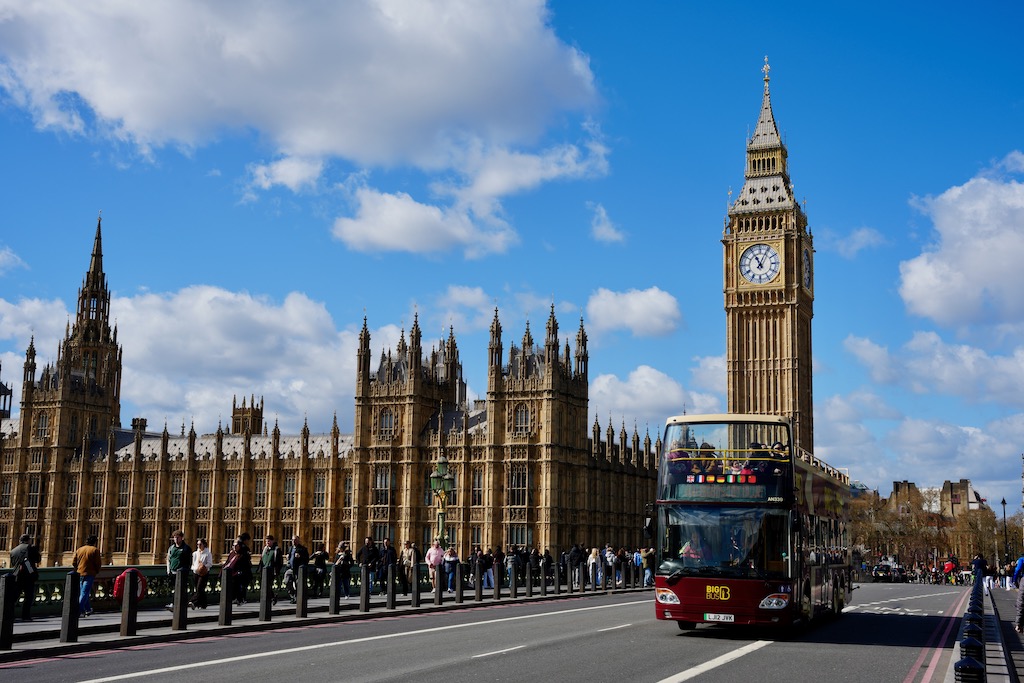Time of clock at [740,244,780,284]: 11:04
